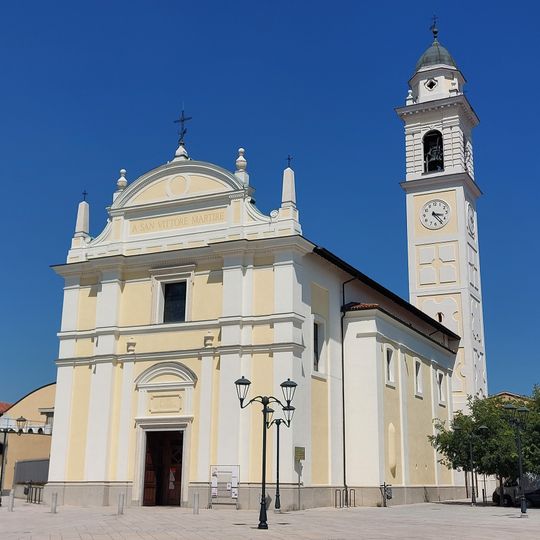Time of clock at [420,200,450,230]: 3:23
